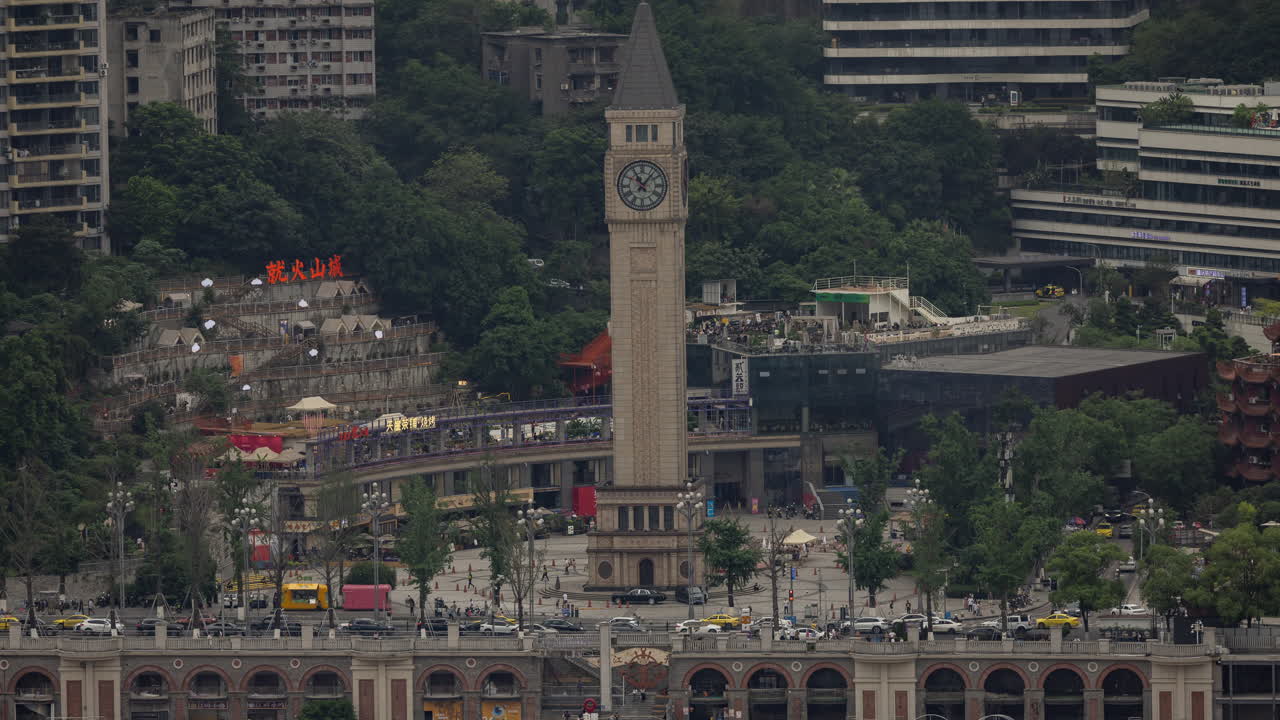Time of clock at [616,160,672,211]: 11:06
